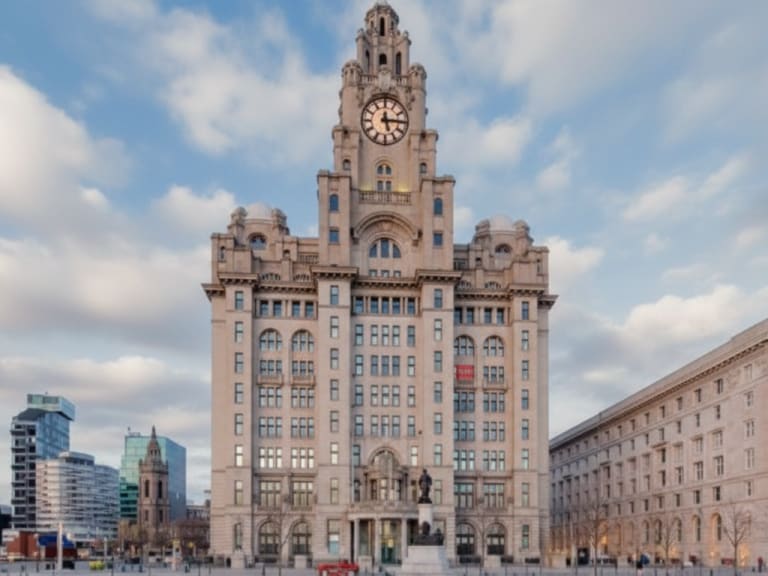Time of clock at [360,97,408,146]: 5:15
